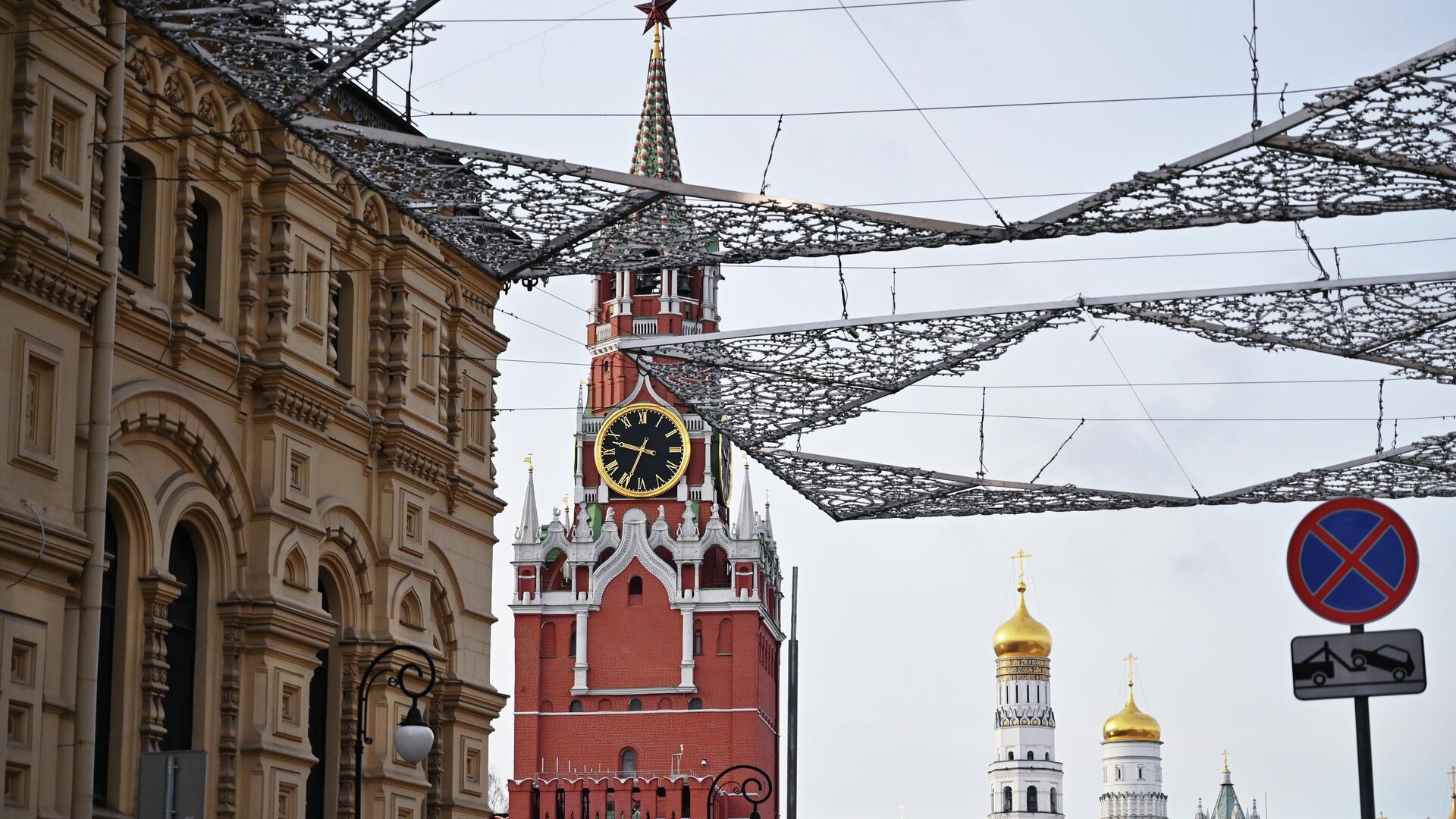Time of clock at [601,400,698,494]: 9:33
